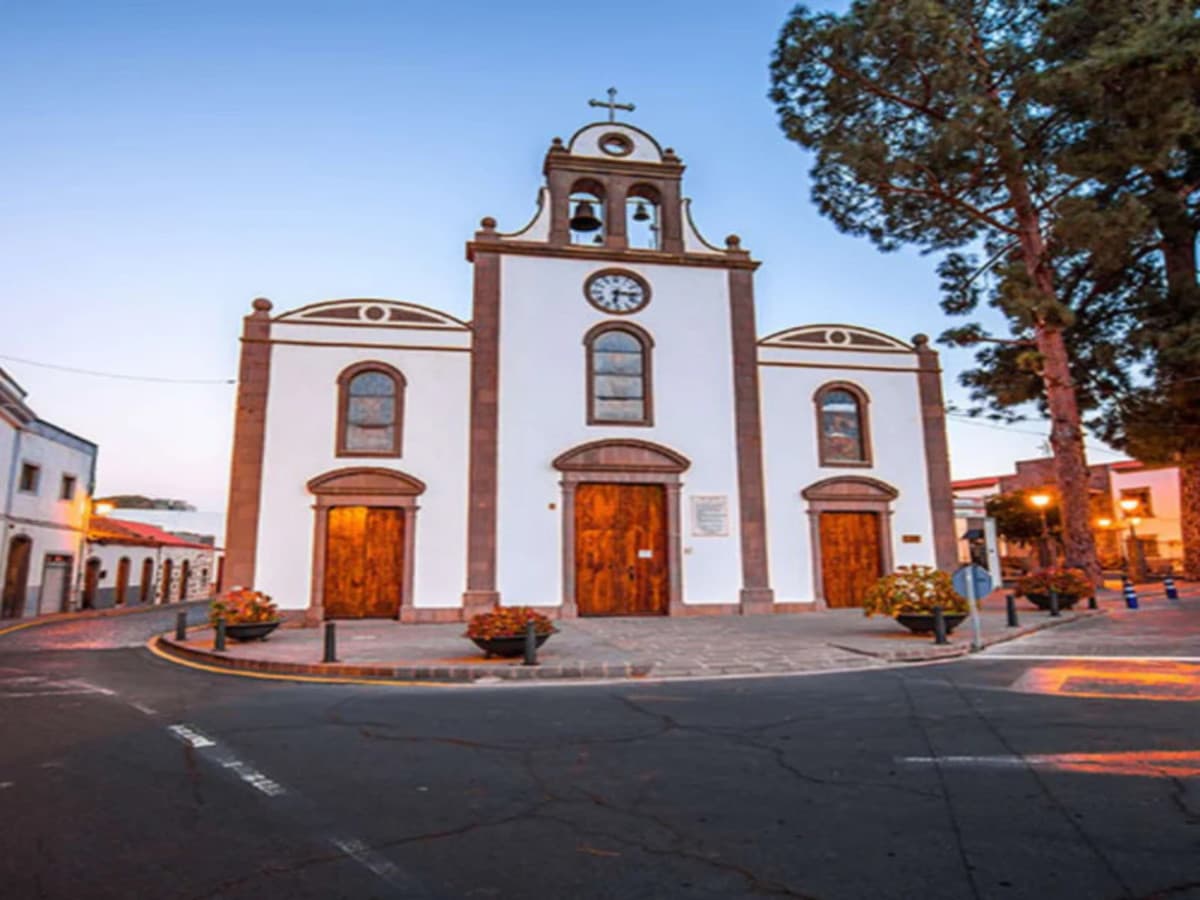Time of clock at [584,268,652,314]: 6:15
